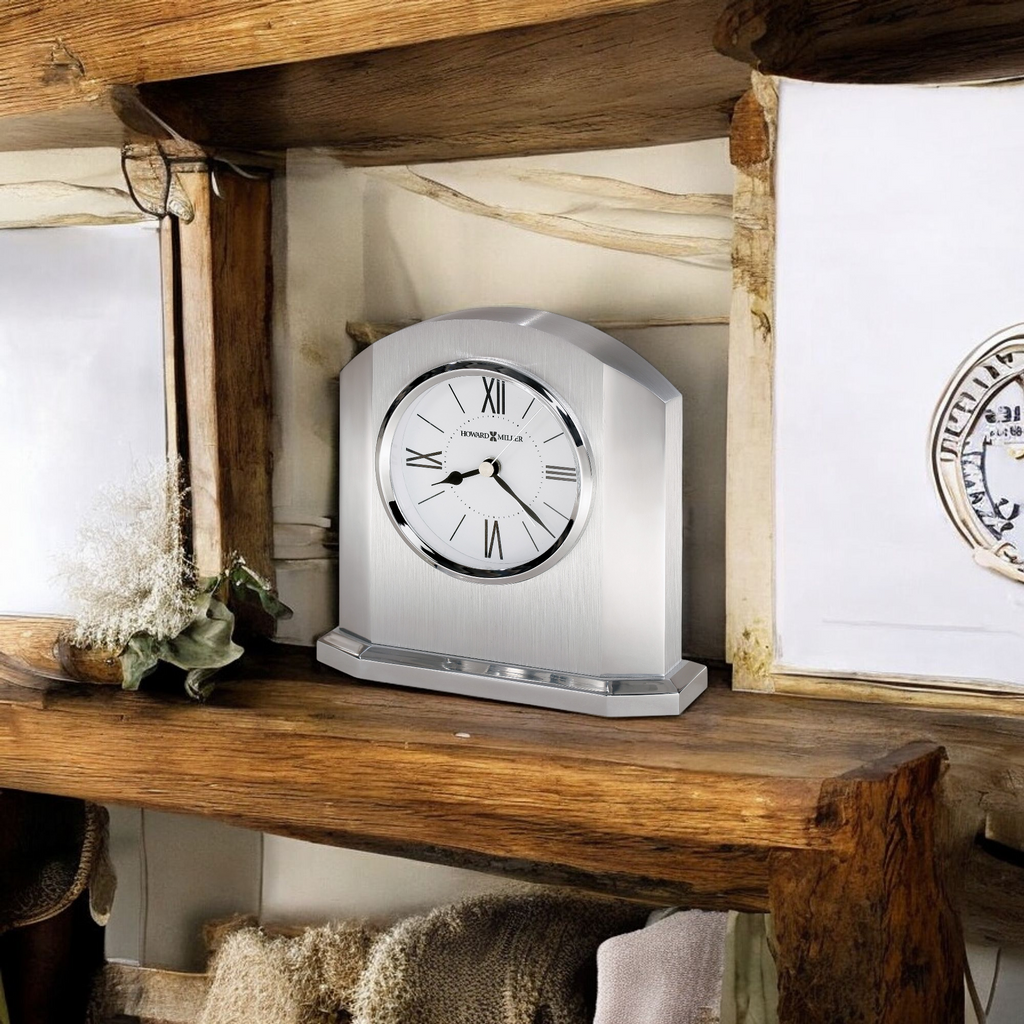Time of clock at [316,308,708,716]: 8:21
